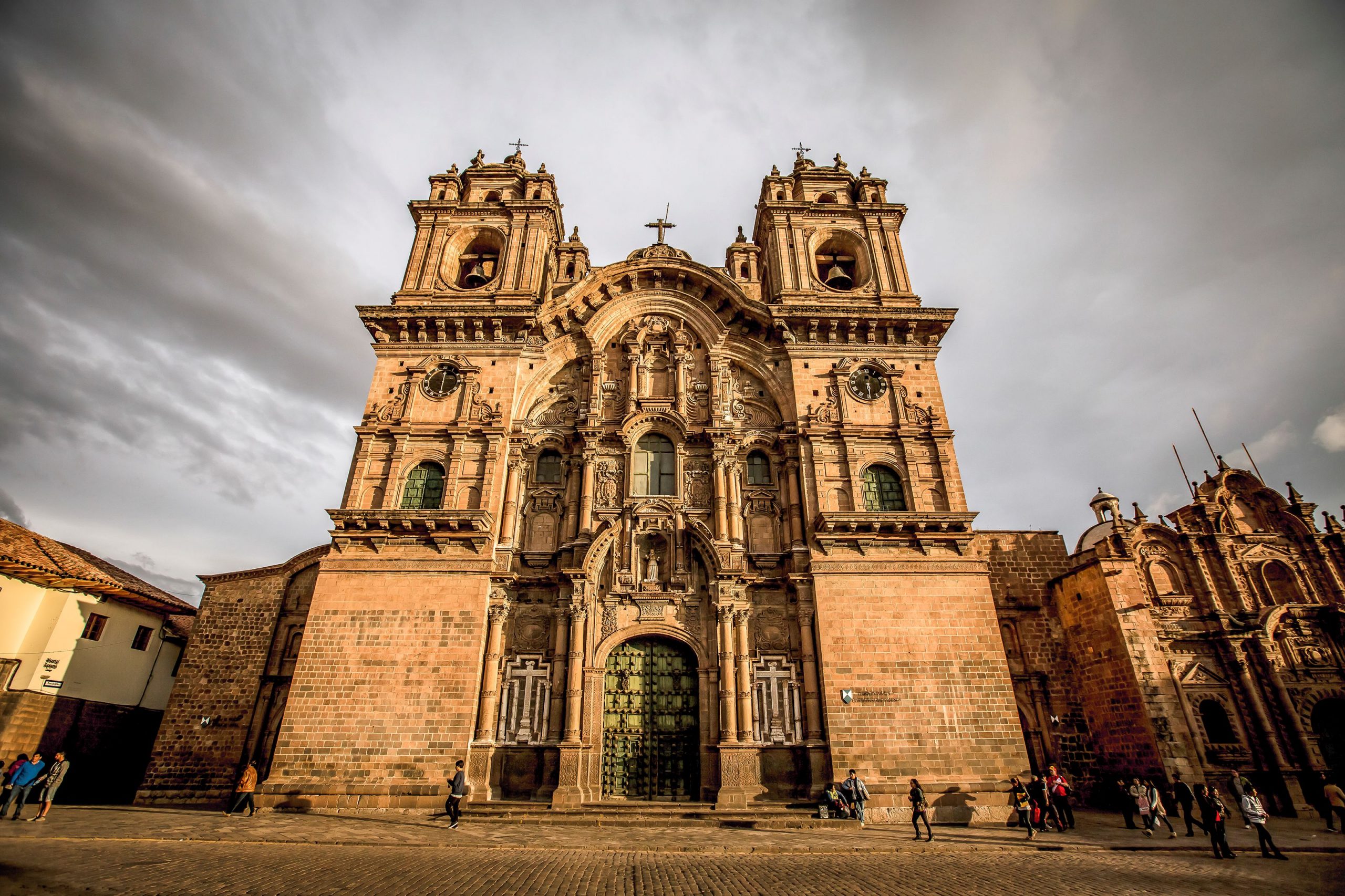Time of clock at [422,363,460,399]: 6:00
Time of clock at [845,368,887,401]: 12:29
